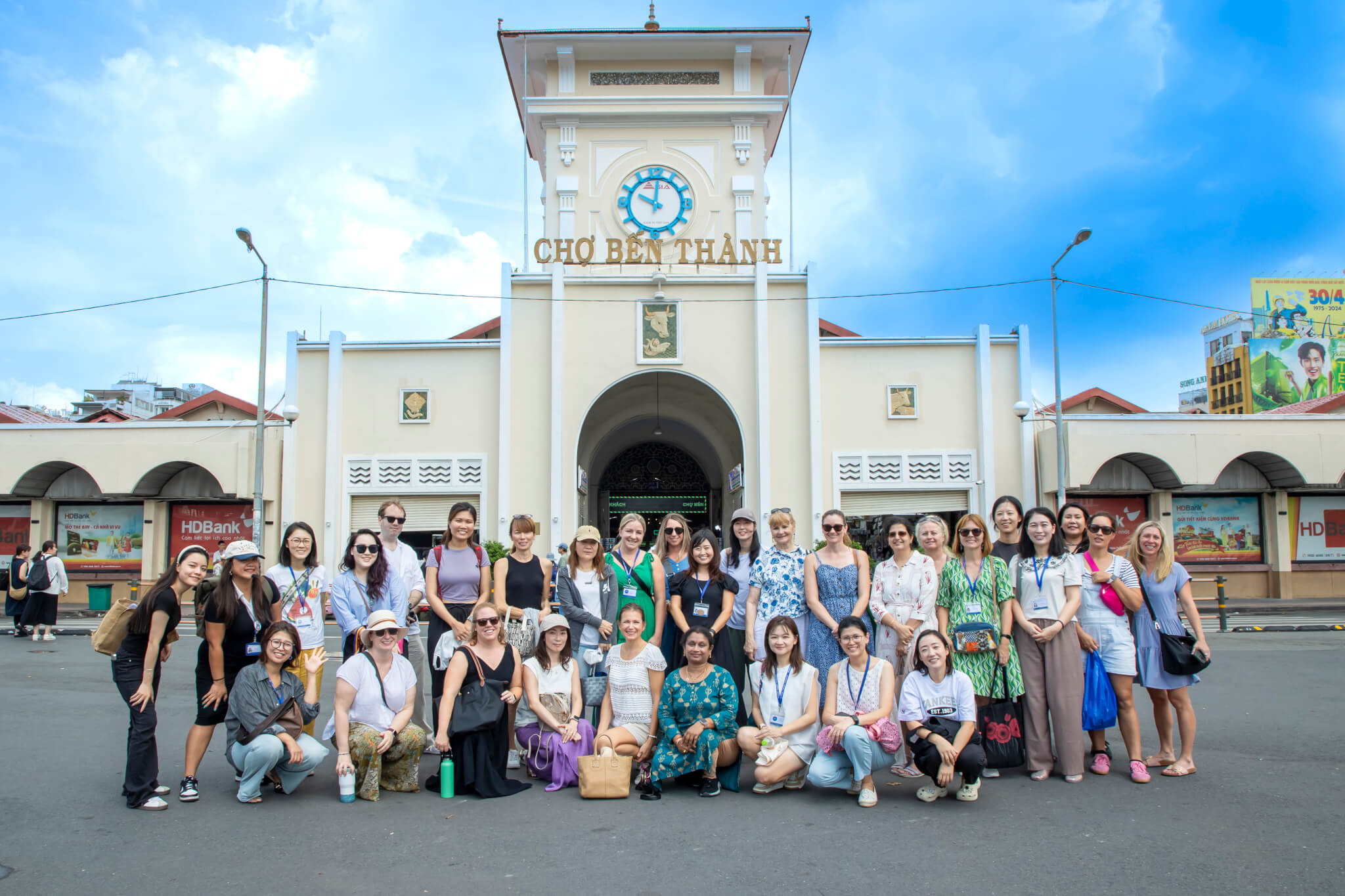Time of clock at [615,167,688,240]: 10:00
